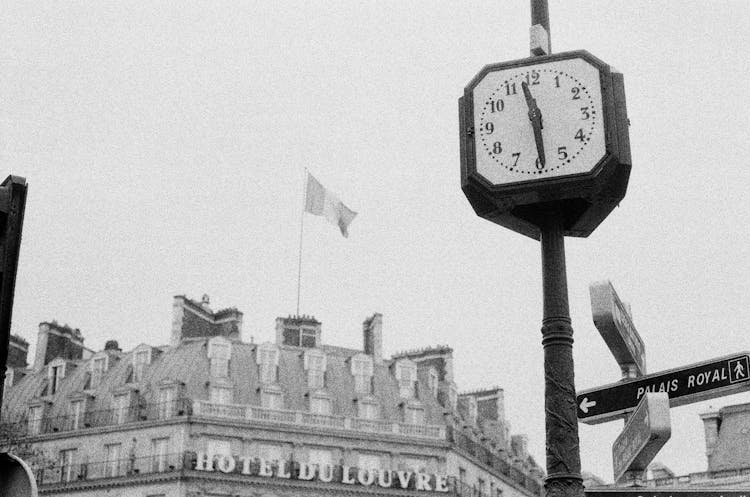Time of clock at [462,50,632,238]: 11:29
